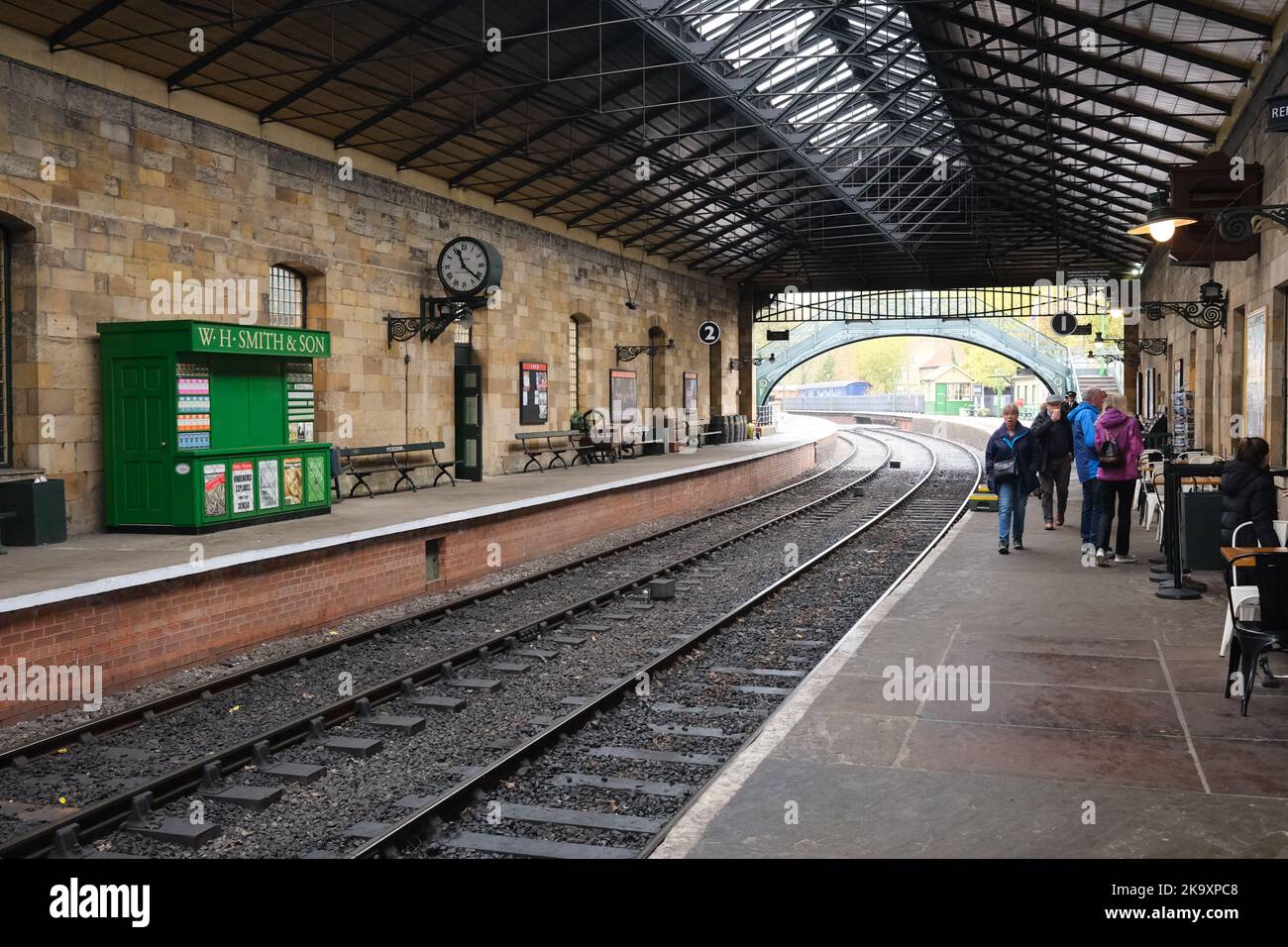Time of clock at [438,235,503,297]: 11:21
